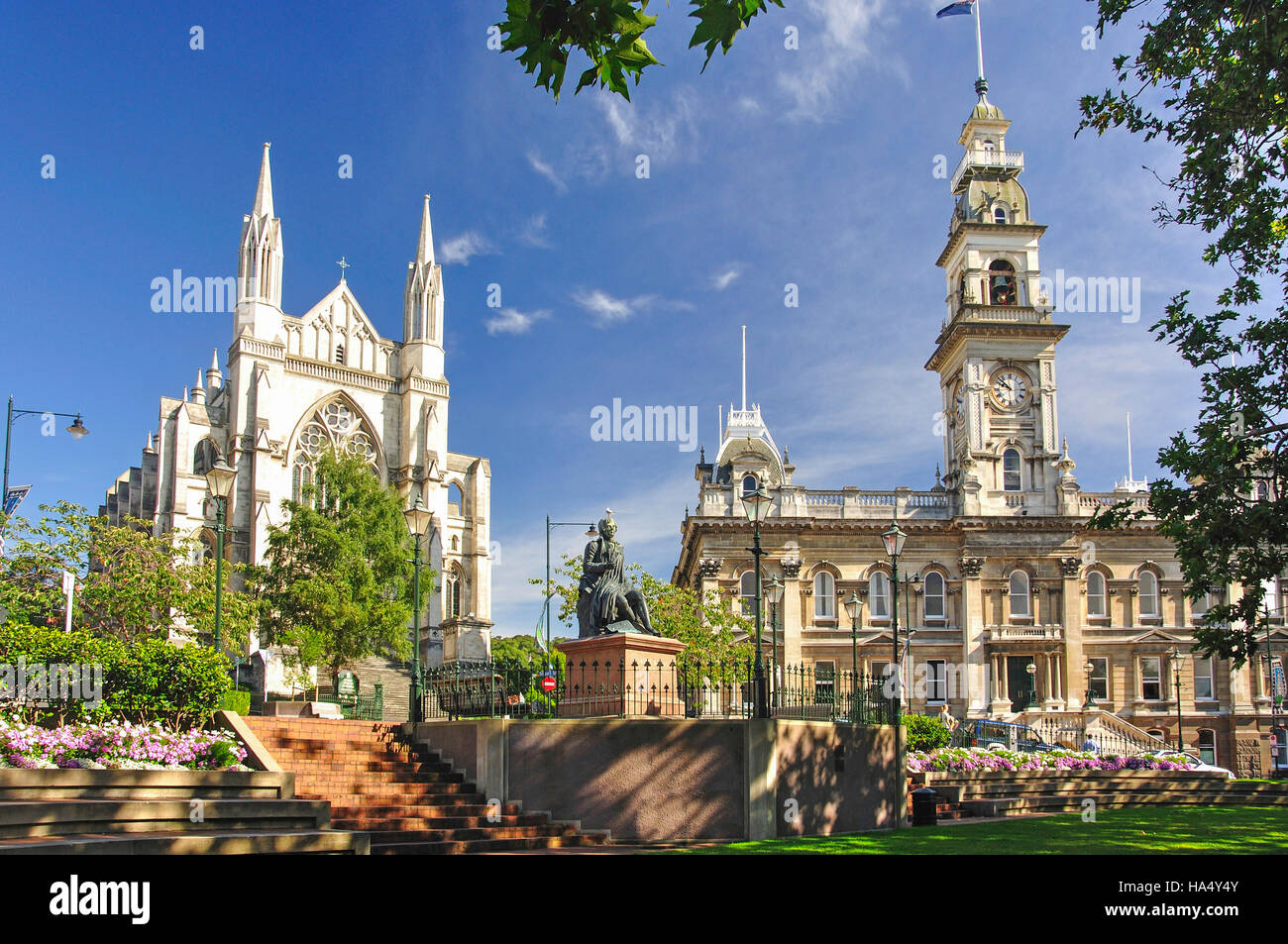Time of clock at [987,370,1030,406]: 9:51
